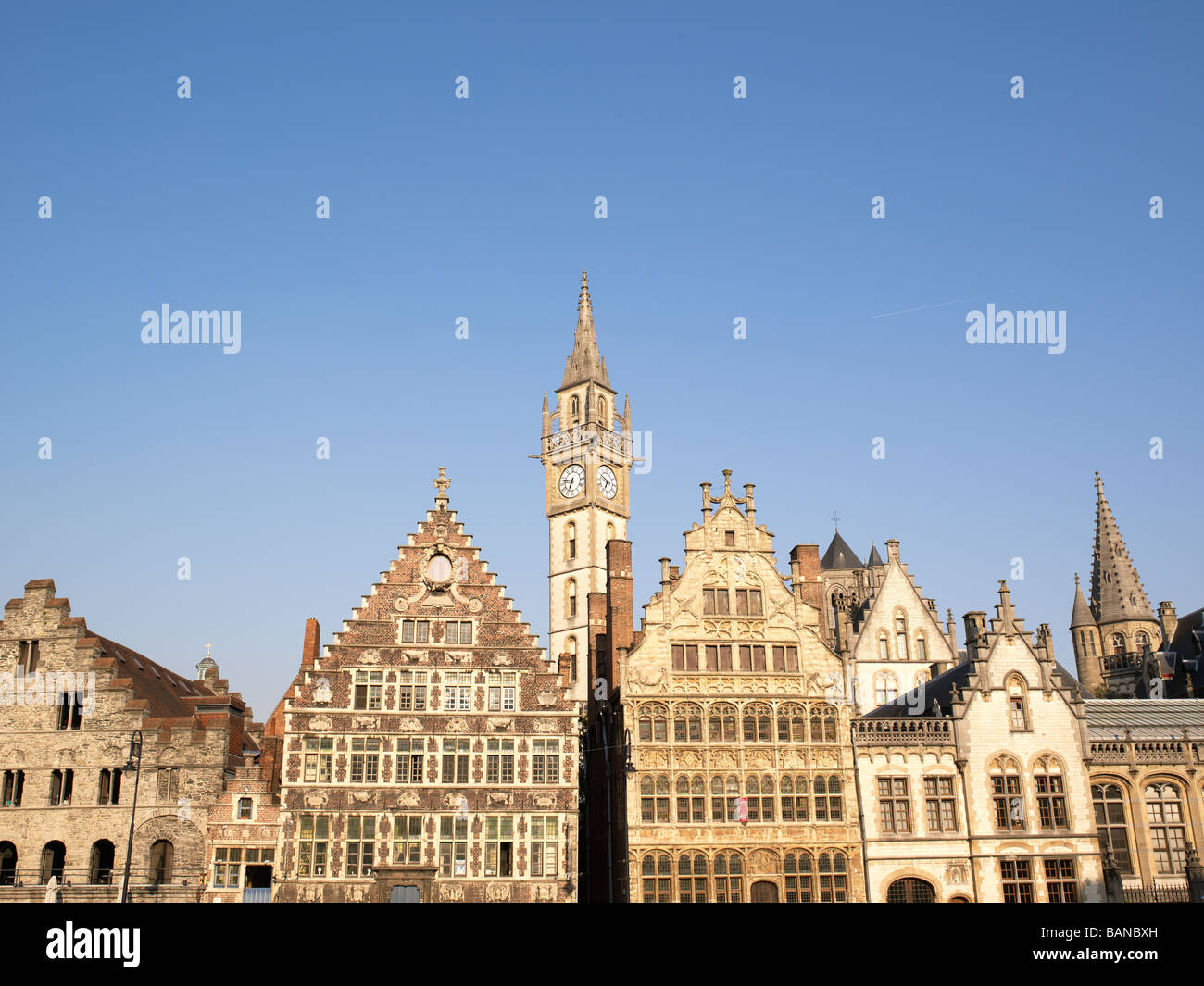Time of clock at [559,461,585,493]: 6:47
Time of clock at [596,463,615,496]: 6:49
